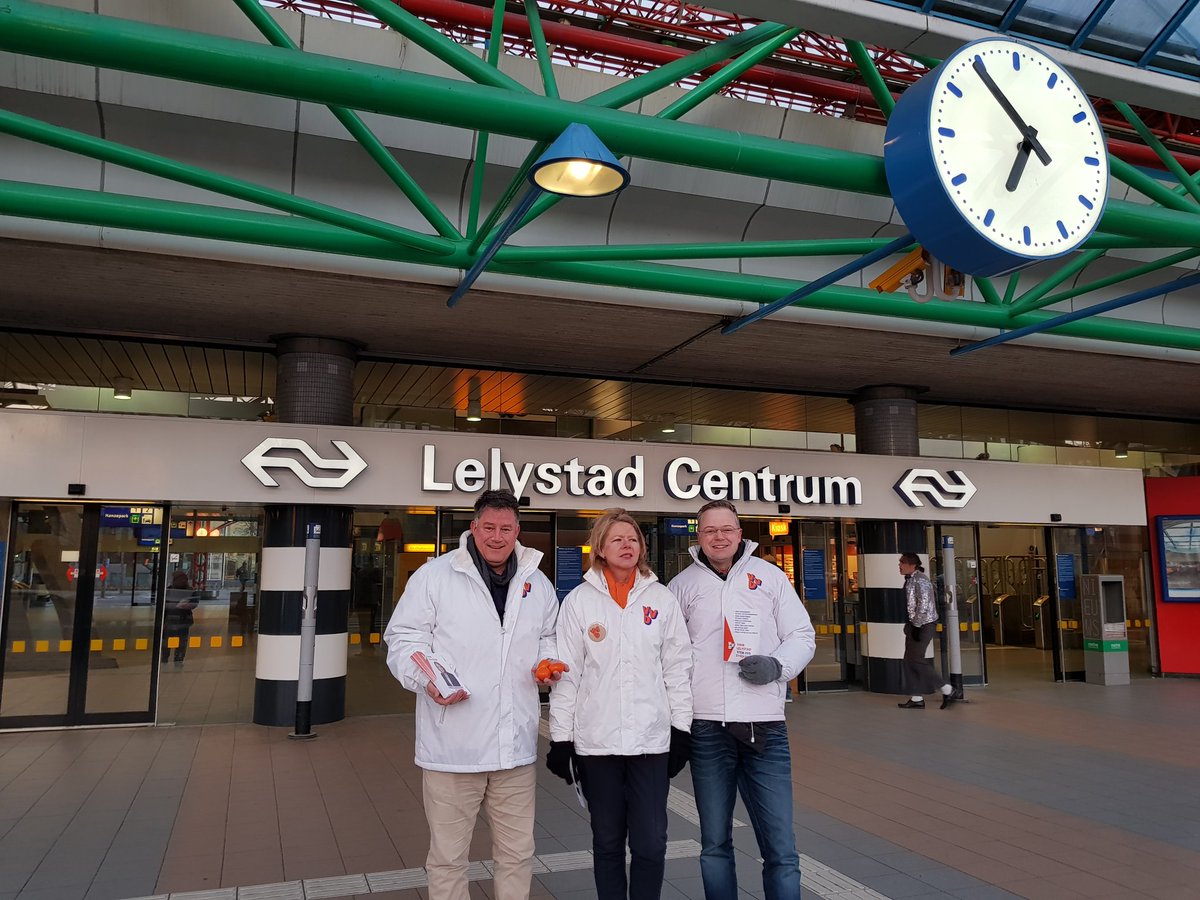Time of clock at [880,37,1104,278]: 6:54
